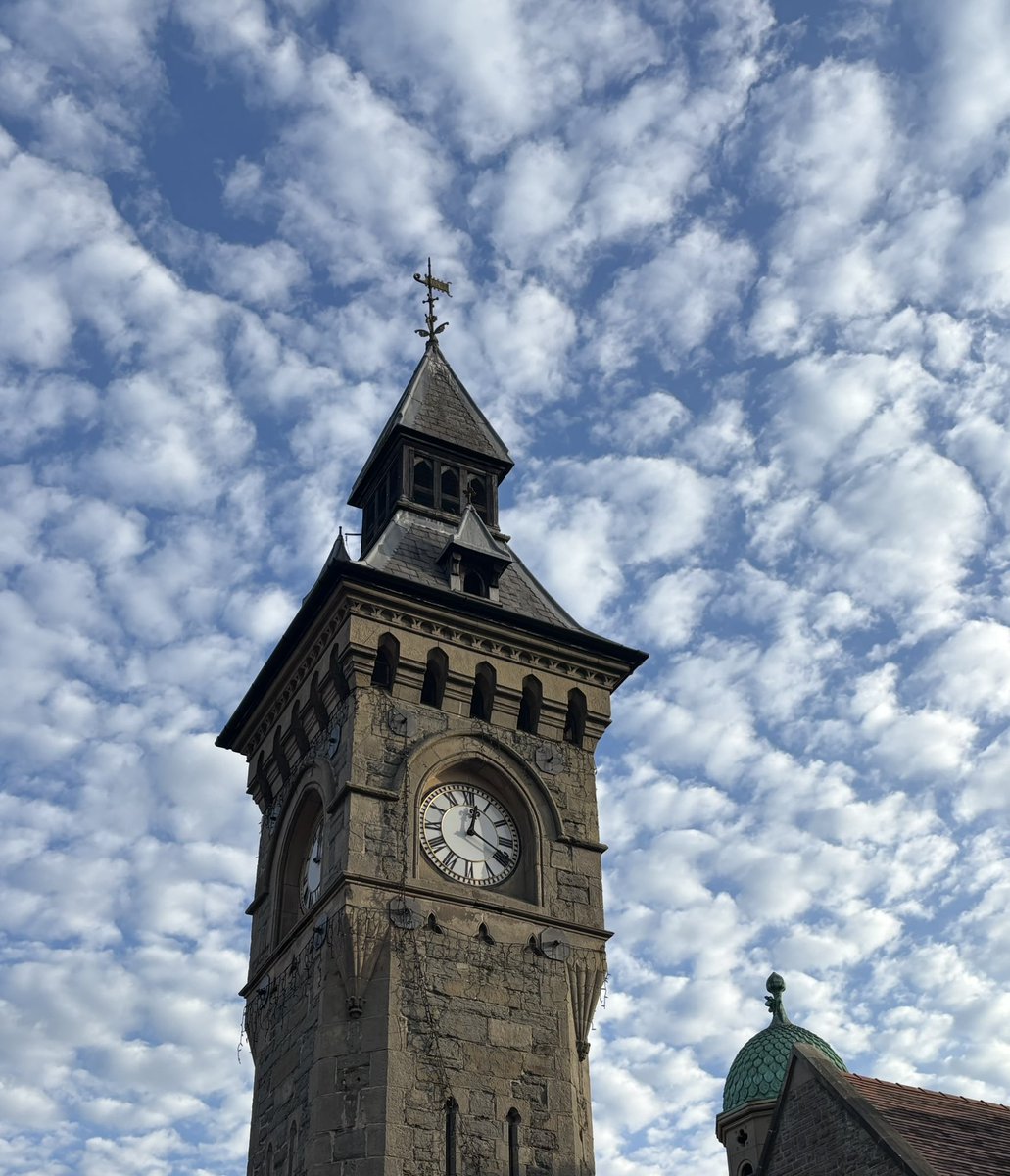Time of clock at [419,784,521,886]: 12:19
